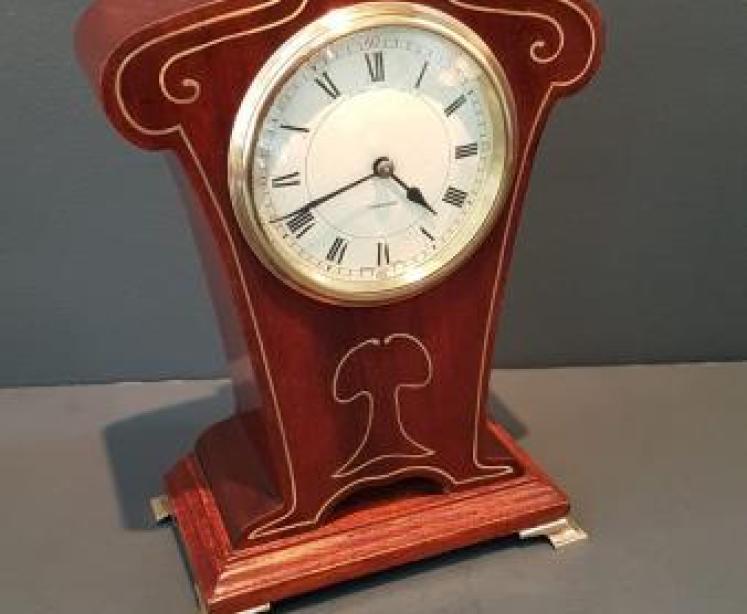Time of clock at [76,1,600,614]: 4:41
